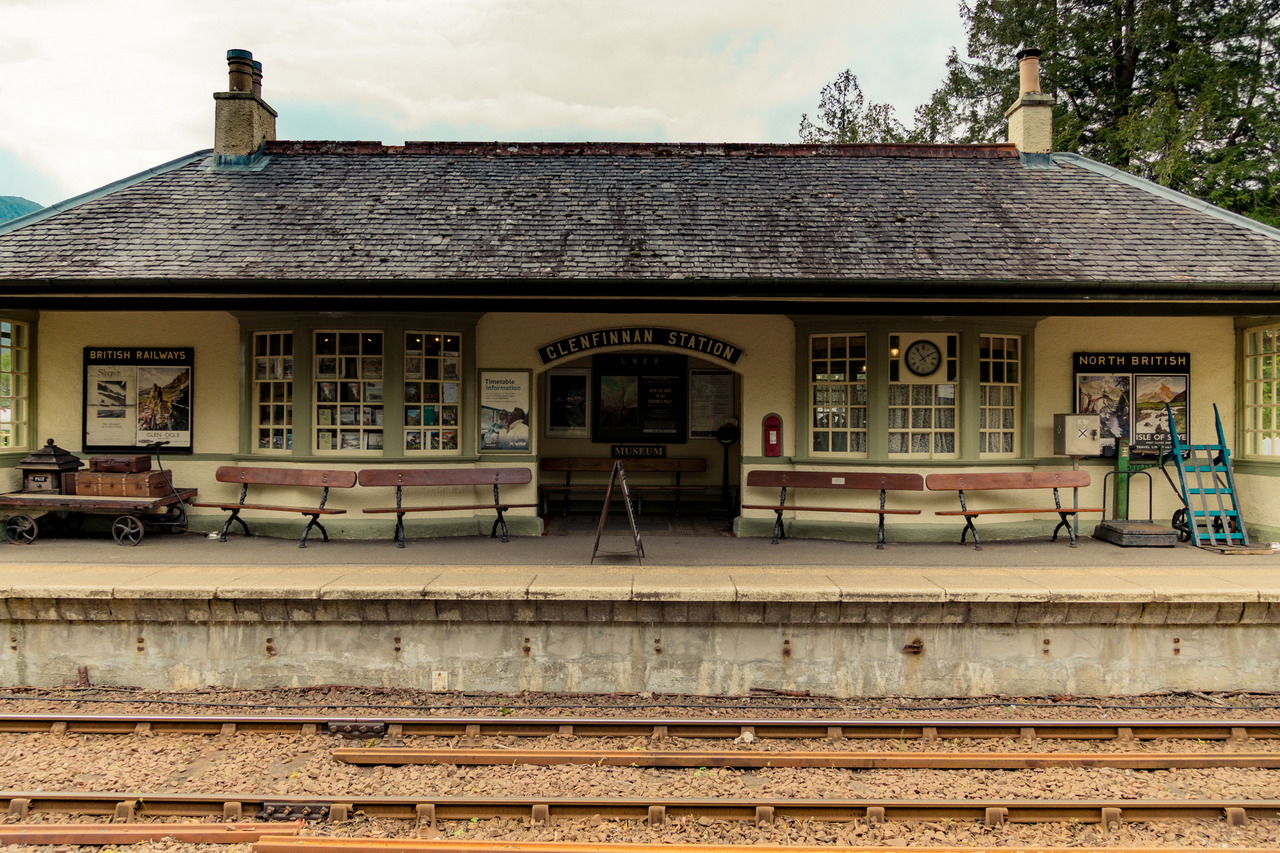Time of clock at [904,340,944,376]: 1:53
